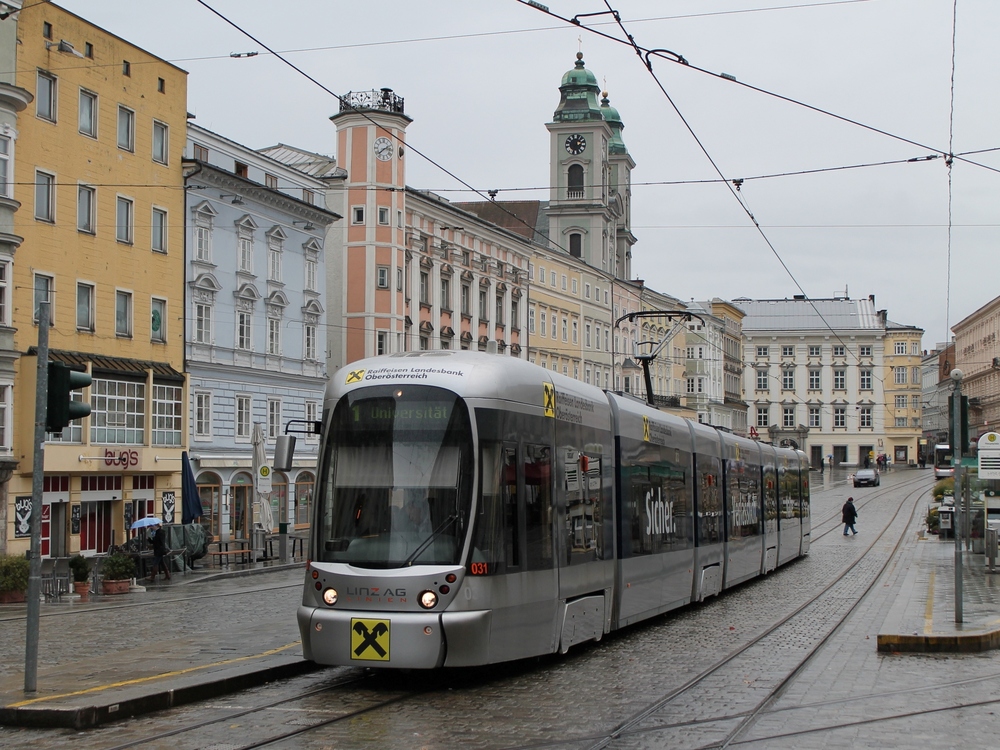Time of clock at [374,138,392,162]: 2:38
